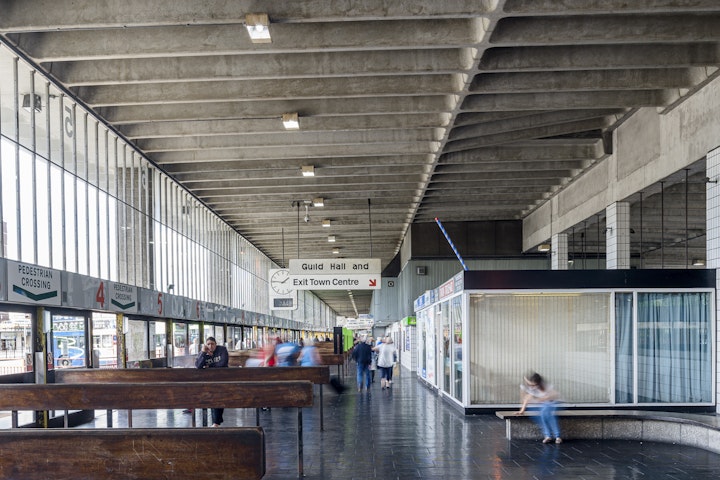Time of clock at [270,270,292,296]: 1:46
